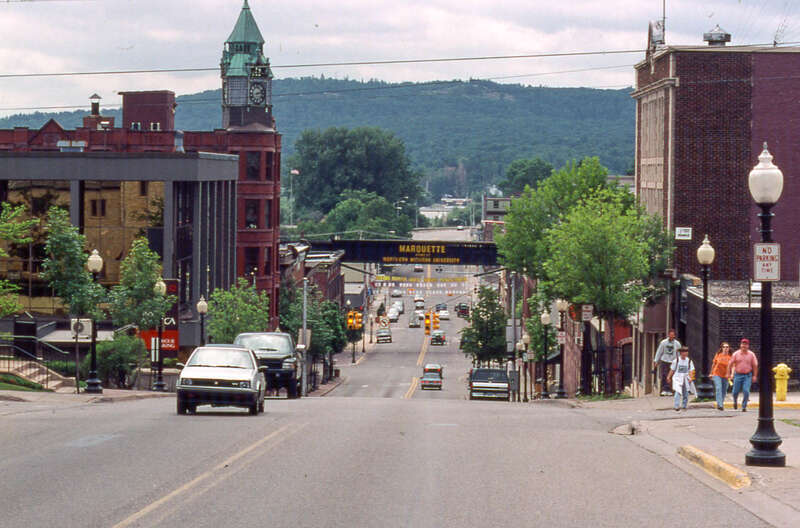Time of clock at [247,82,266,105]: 2:12
